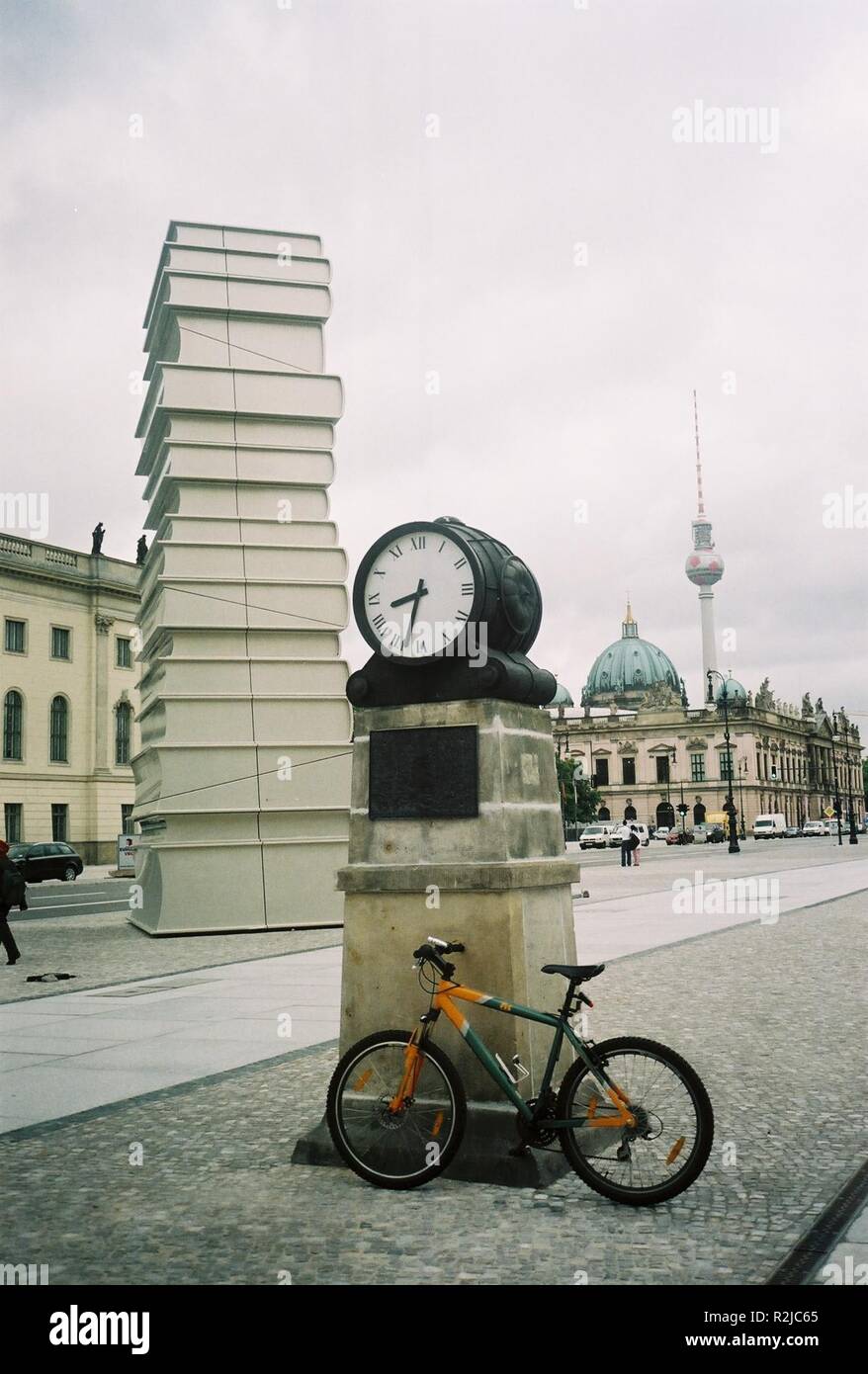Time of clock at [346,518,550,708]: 8:33
